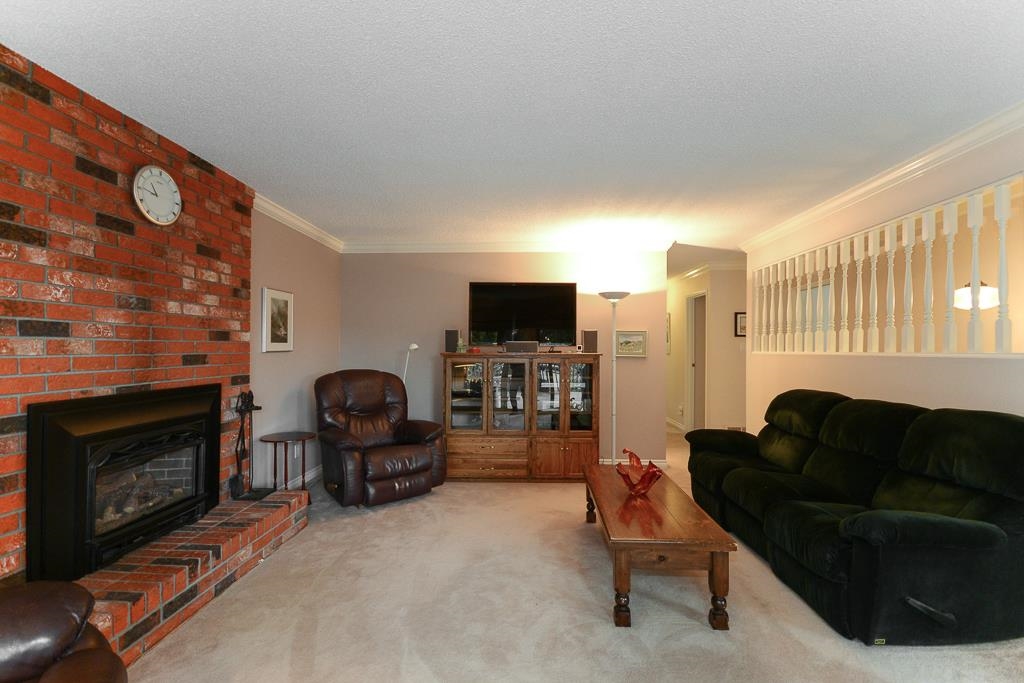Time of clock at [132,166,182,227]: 10:45
